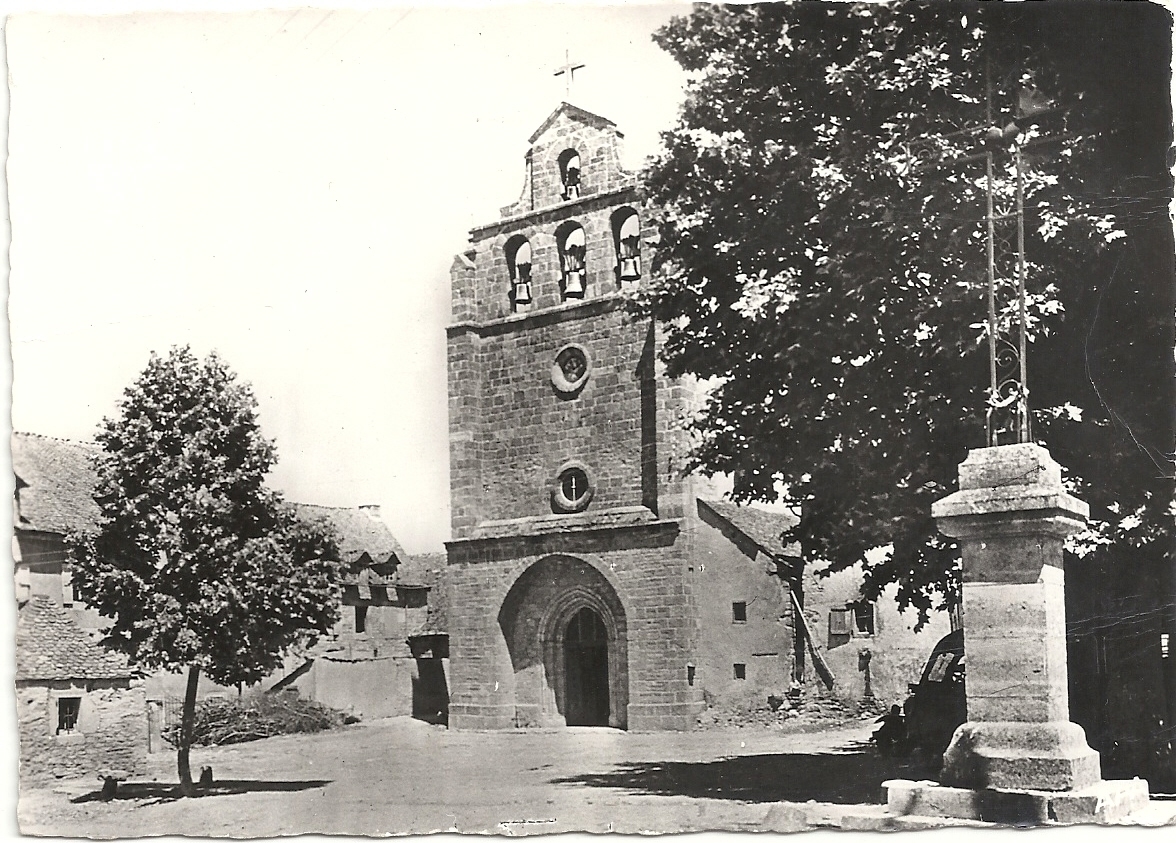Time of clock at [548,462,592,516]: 6:29
